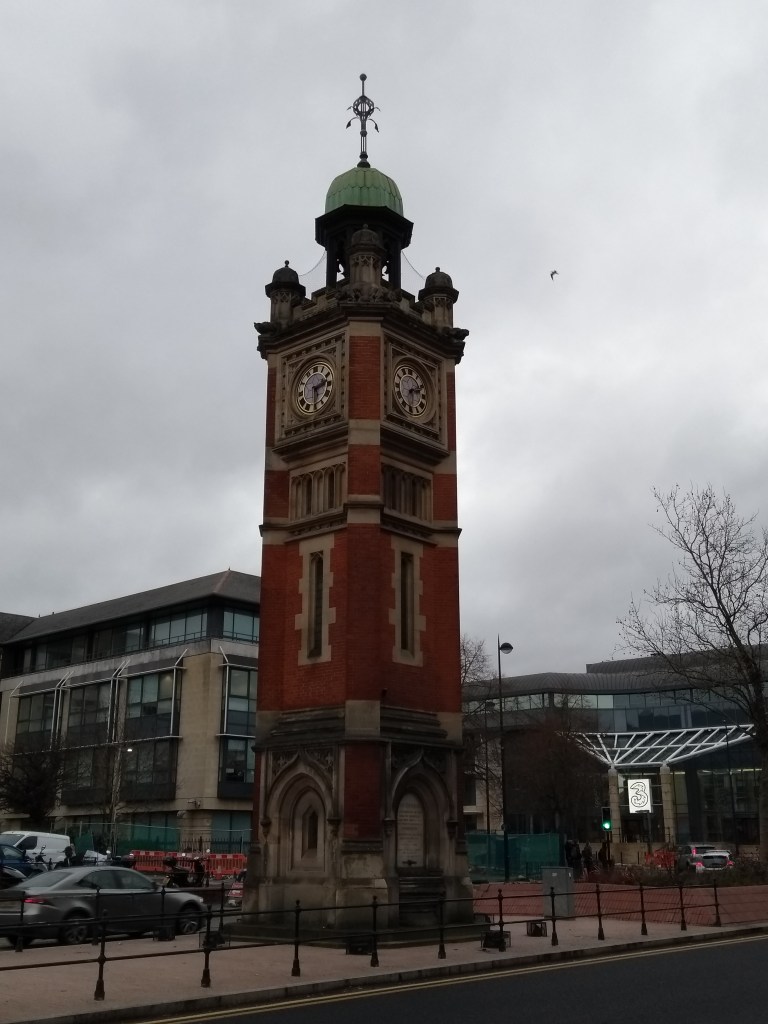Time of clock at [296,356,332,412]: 2:29
